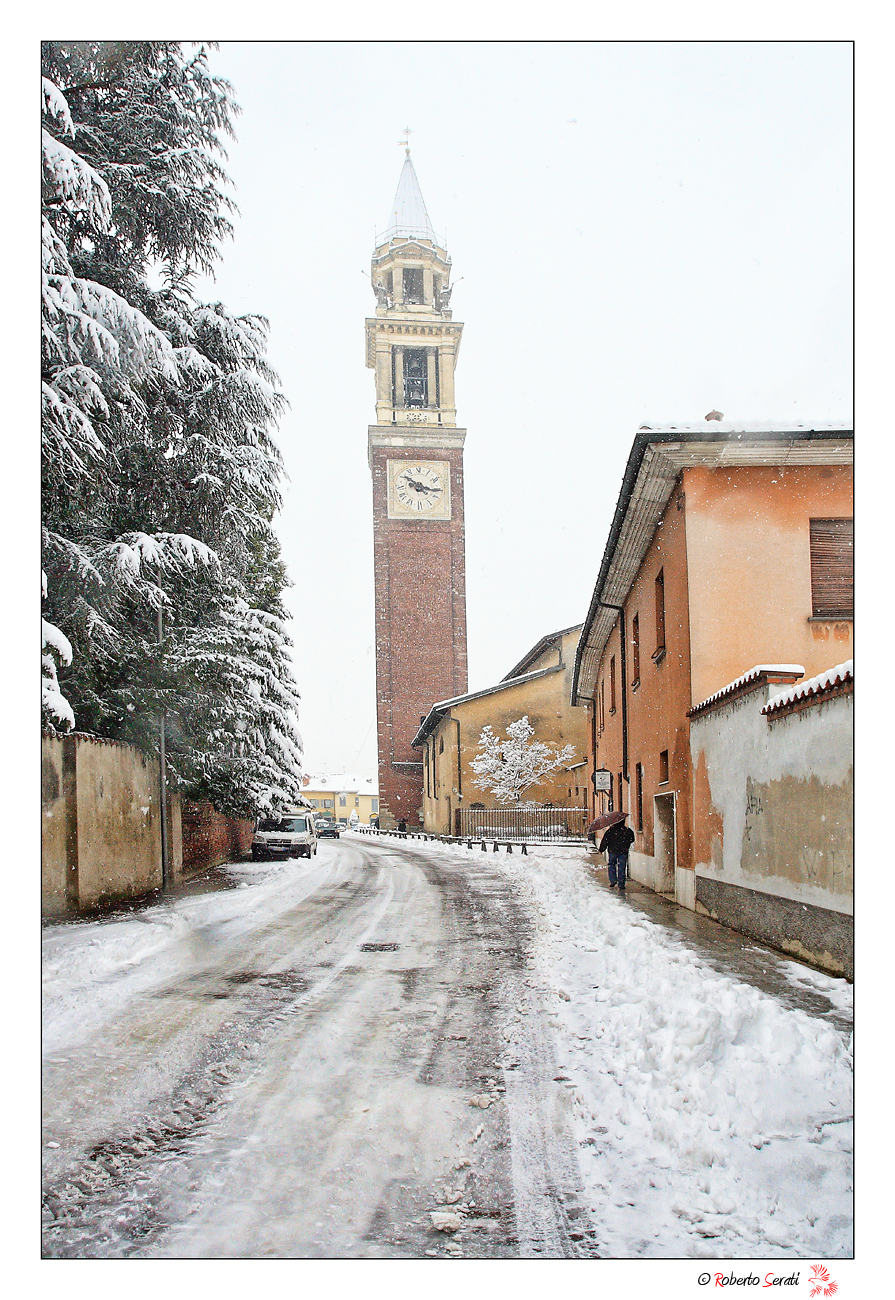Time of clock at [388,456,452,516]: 10:16
